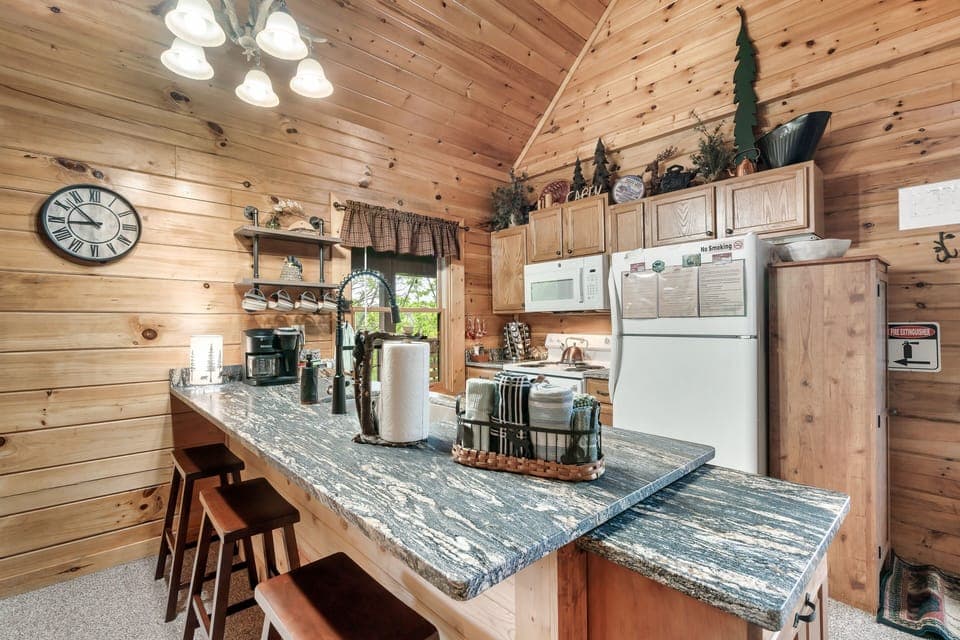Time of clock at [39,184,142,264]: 8:52
